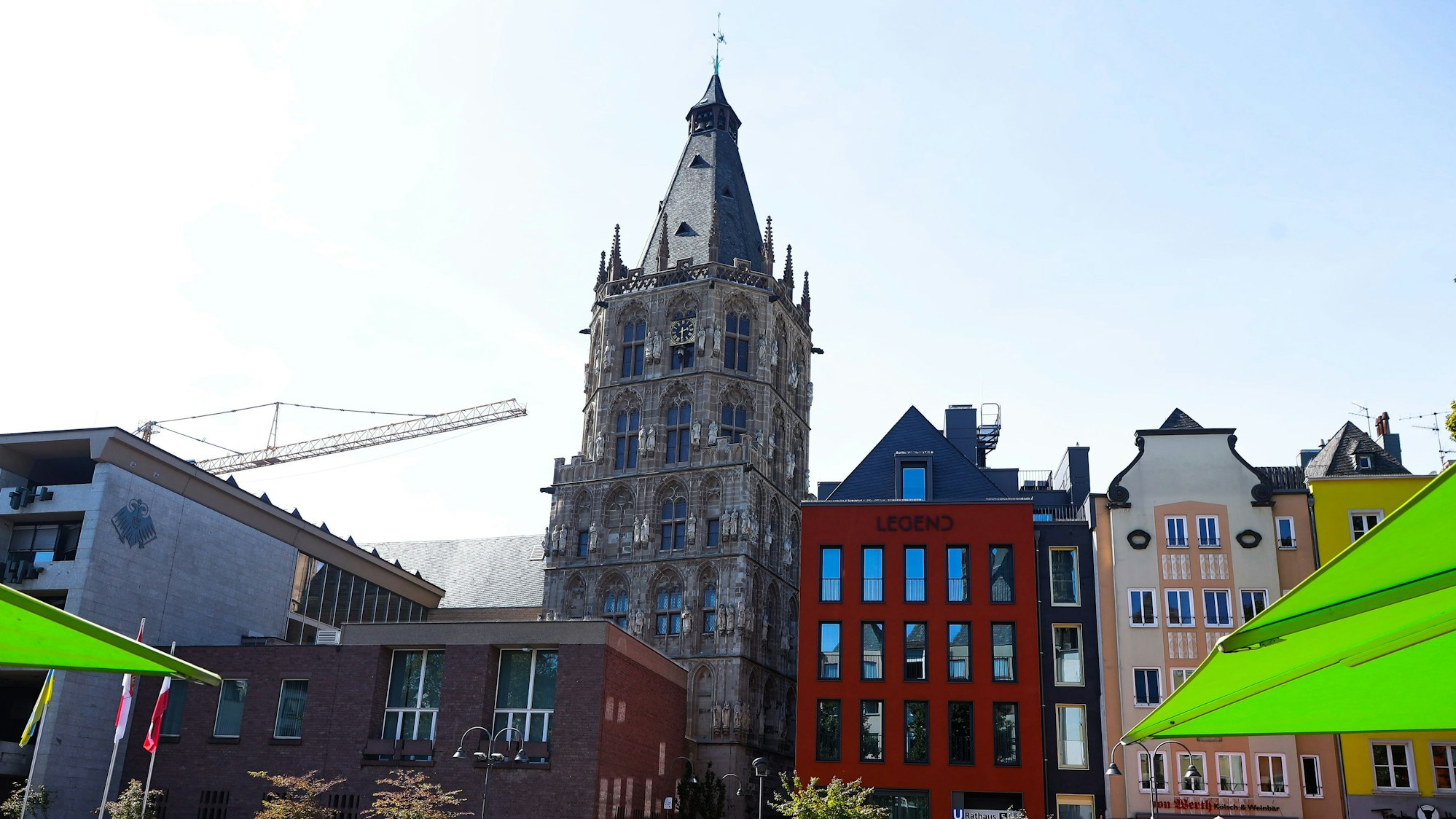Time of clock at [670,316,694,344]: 2:29
